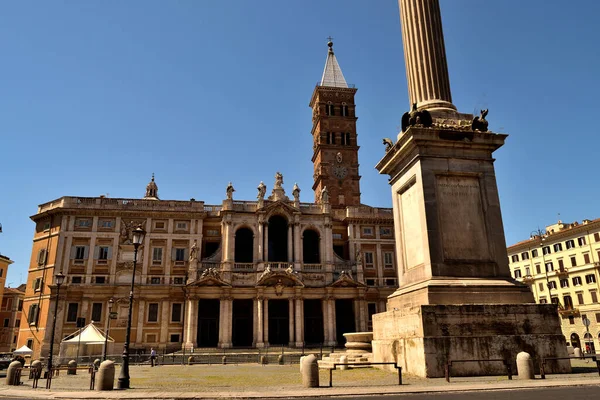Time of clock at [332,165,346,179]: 7:12
